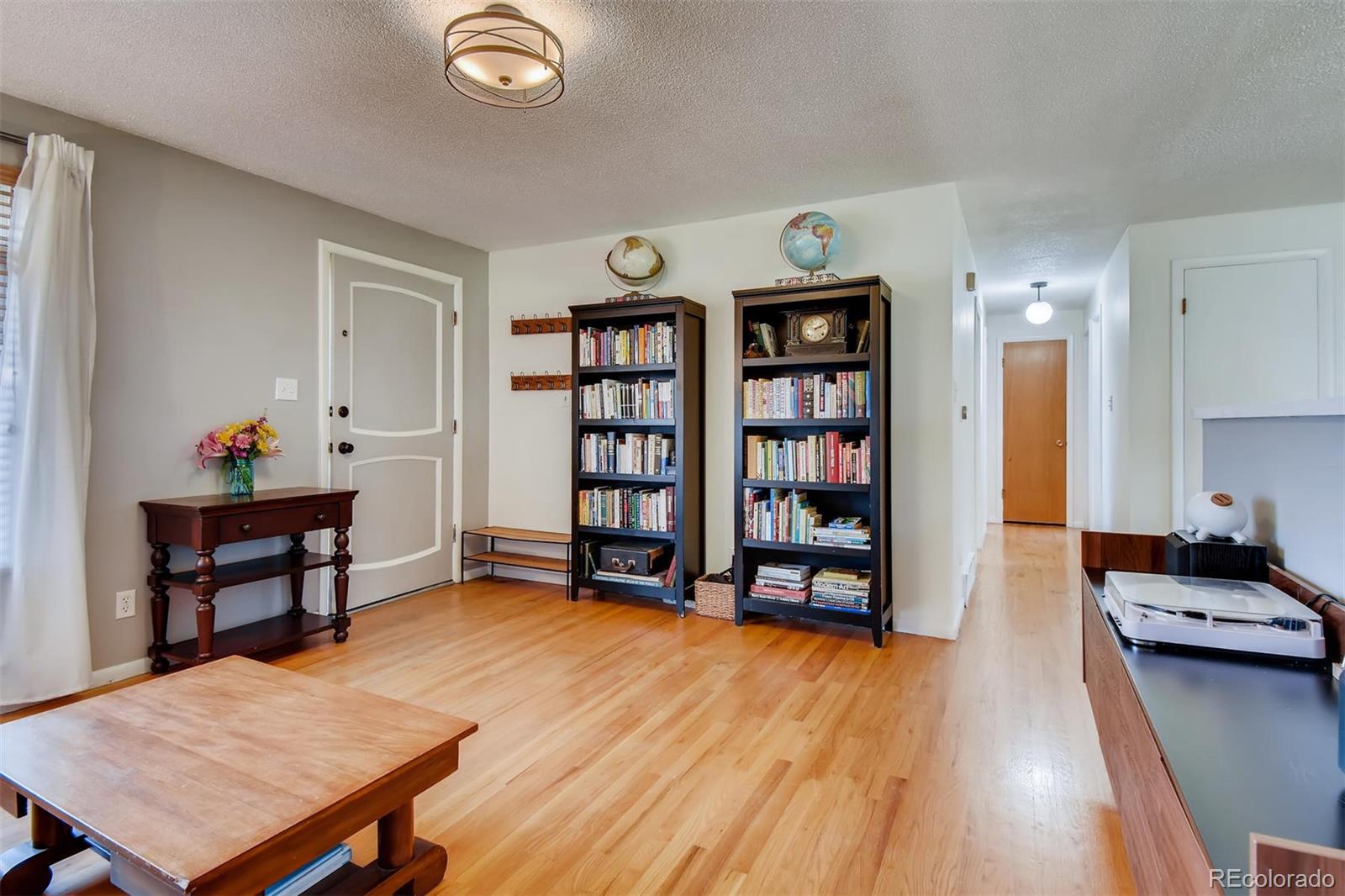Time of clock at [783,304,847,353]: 2:11
